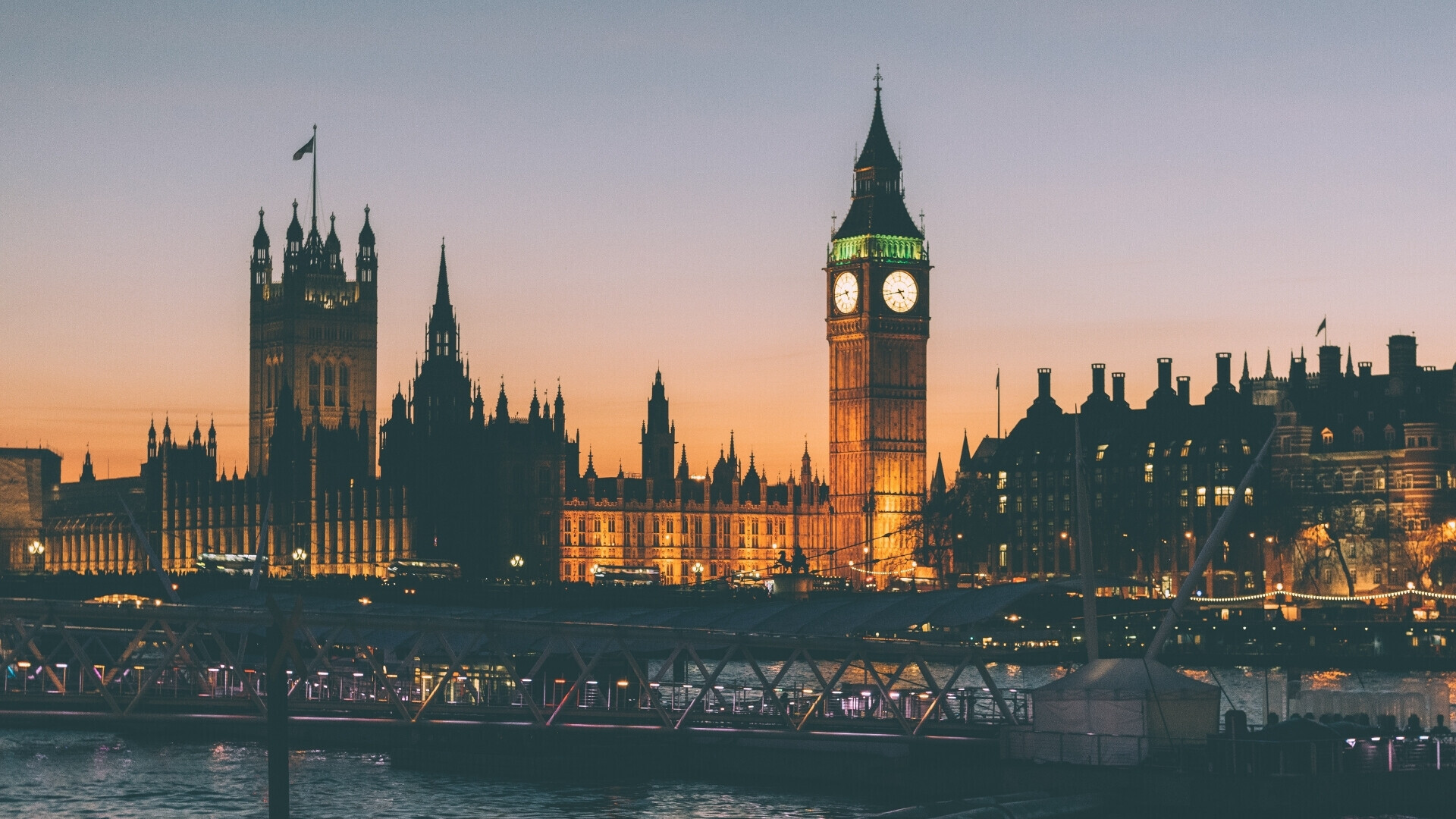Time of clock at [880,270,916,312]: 4:42
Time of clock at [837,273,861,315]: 4:43
